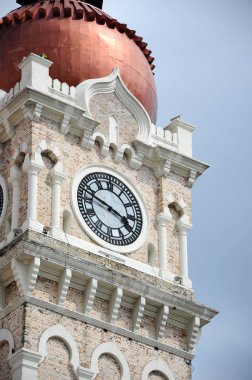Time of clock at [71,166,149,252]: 3:47
